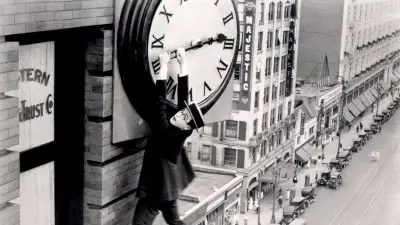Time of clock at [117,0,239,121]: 2:13
